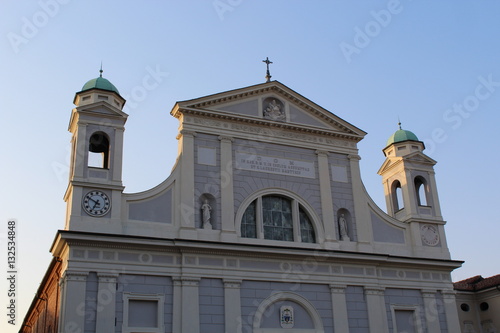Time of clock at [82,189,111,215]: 6:49
